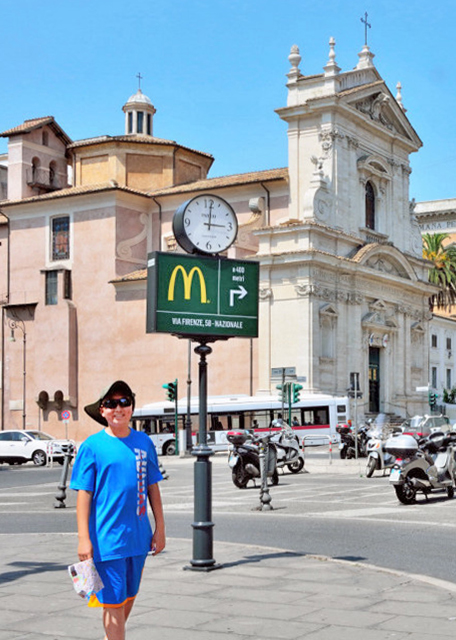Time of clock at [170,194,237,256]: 3:01
